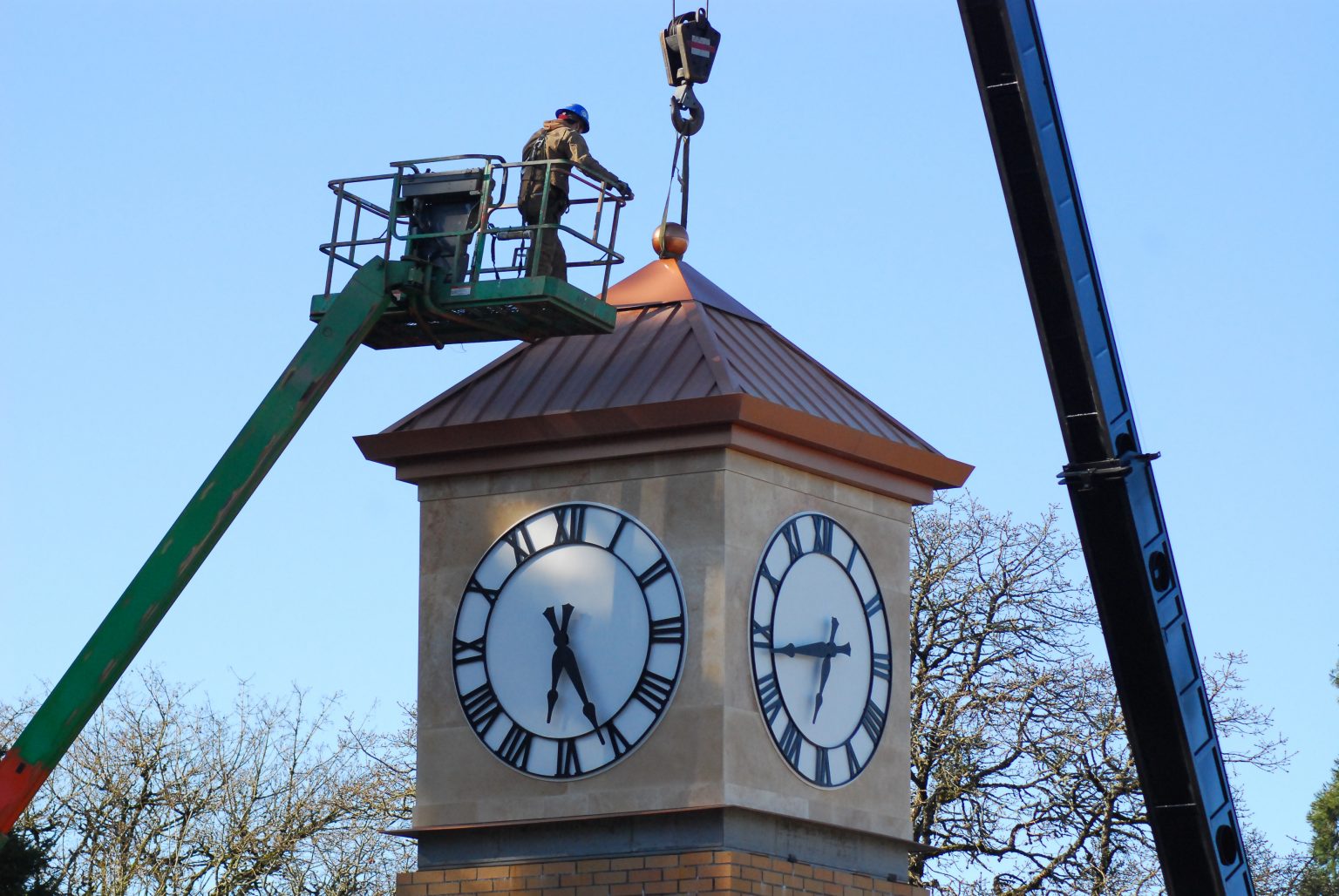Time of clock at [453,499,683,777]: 6:25
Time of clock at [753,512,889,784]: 6:43
